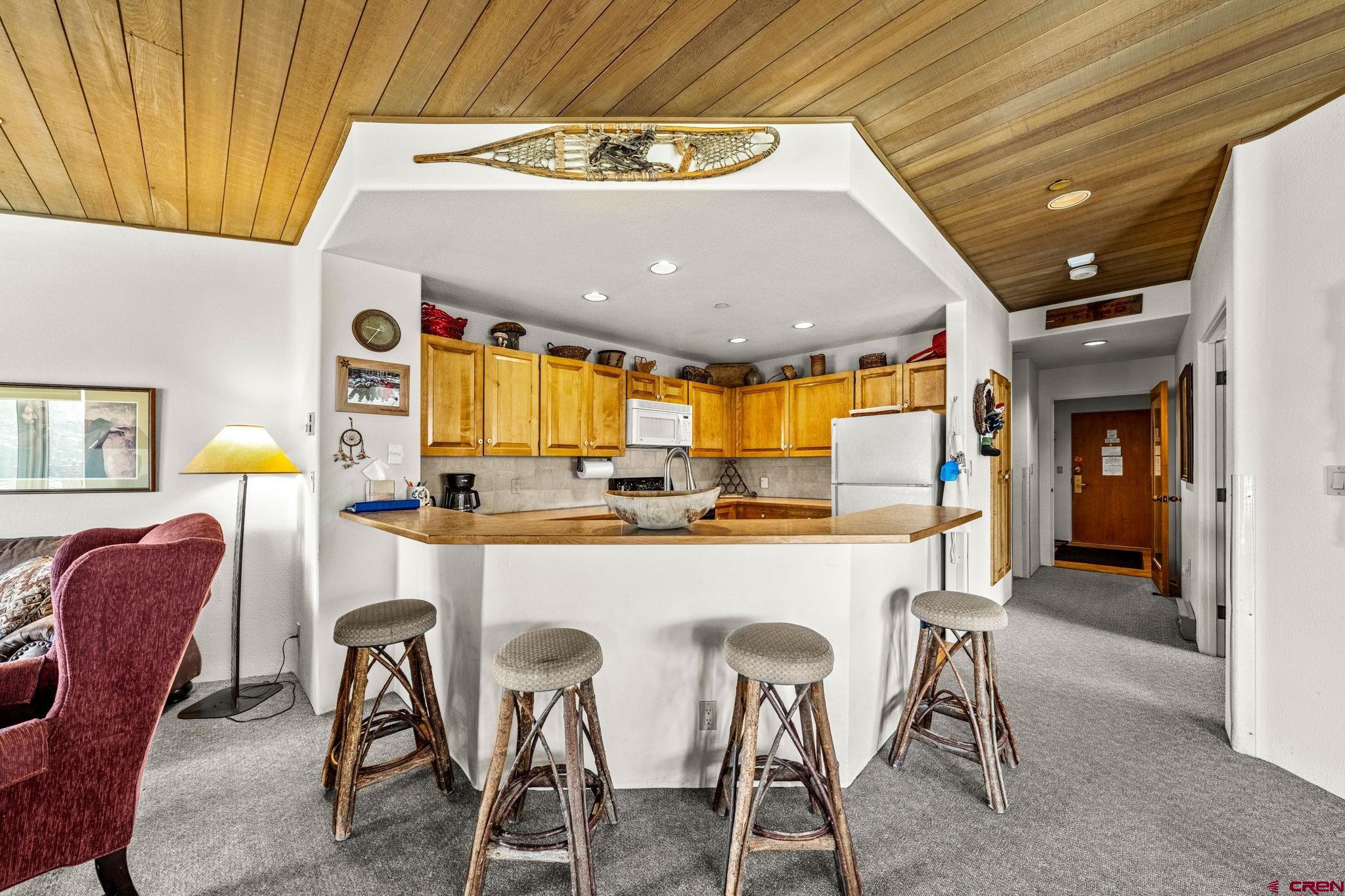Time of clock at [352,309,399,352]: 9:36
